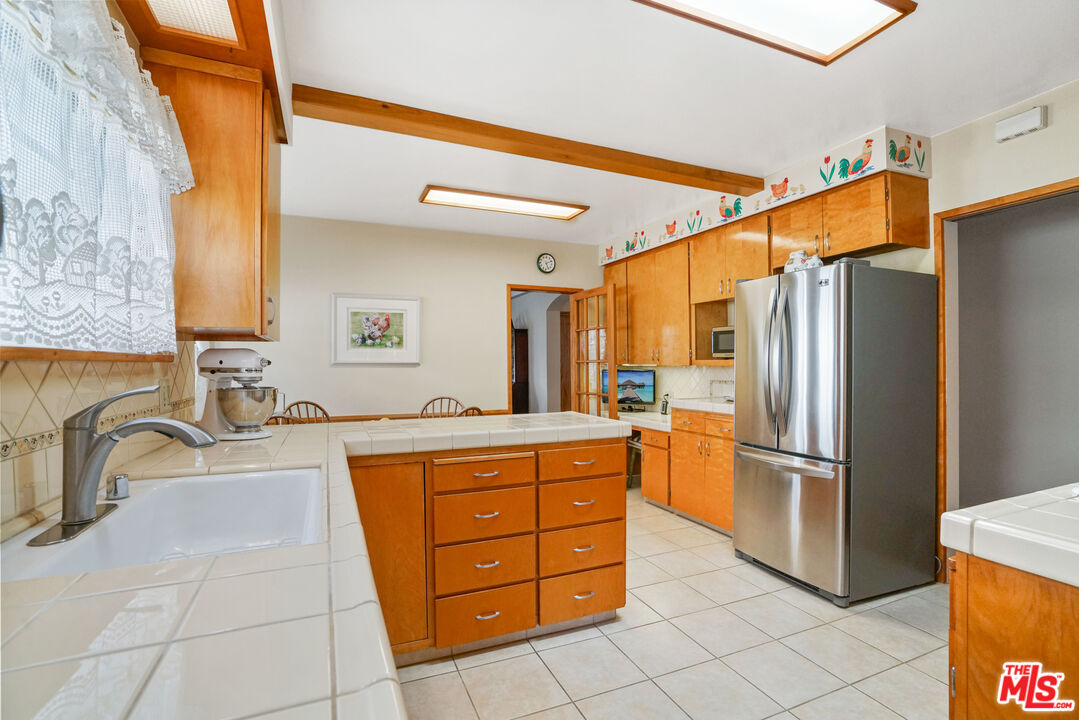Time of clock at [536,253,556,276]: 5:12
